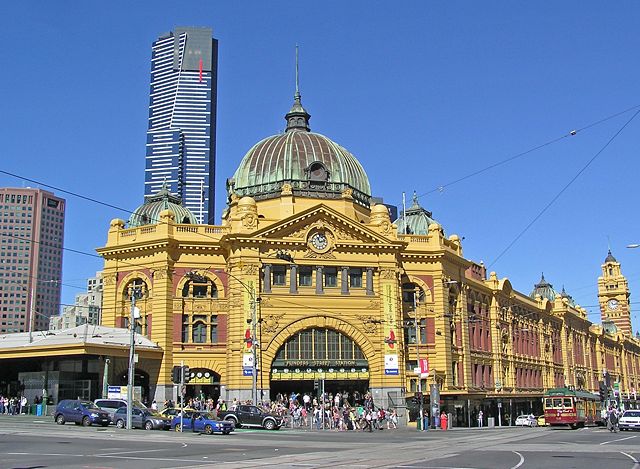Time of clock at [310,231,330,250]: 11:12
